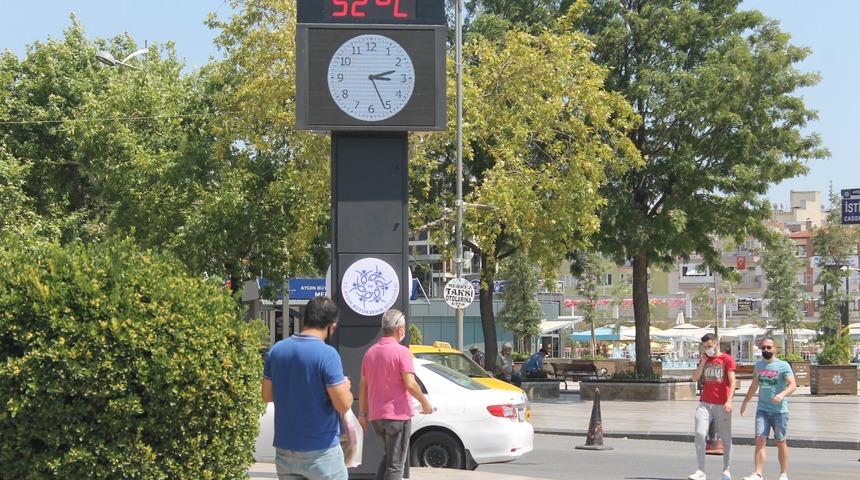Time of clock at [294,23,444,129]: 2:26
